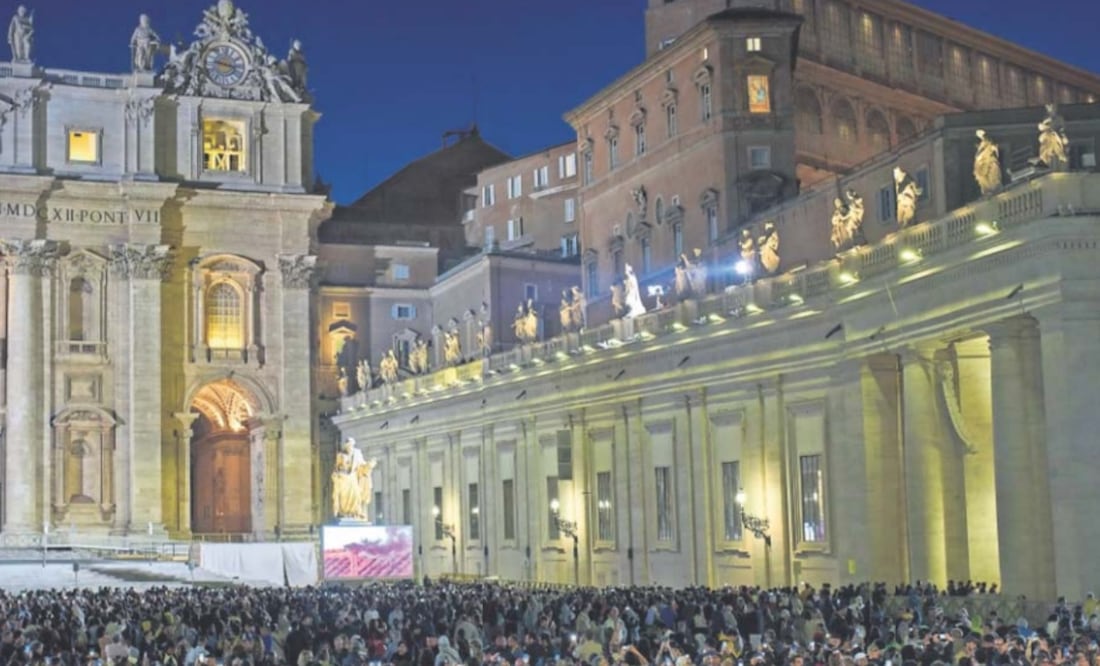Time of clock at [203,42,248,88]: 9:17
